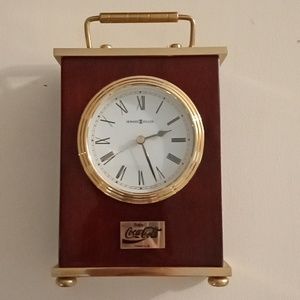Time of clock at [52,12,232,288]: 2:26
